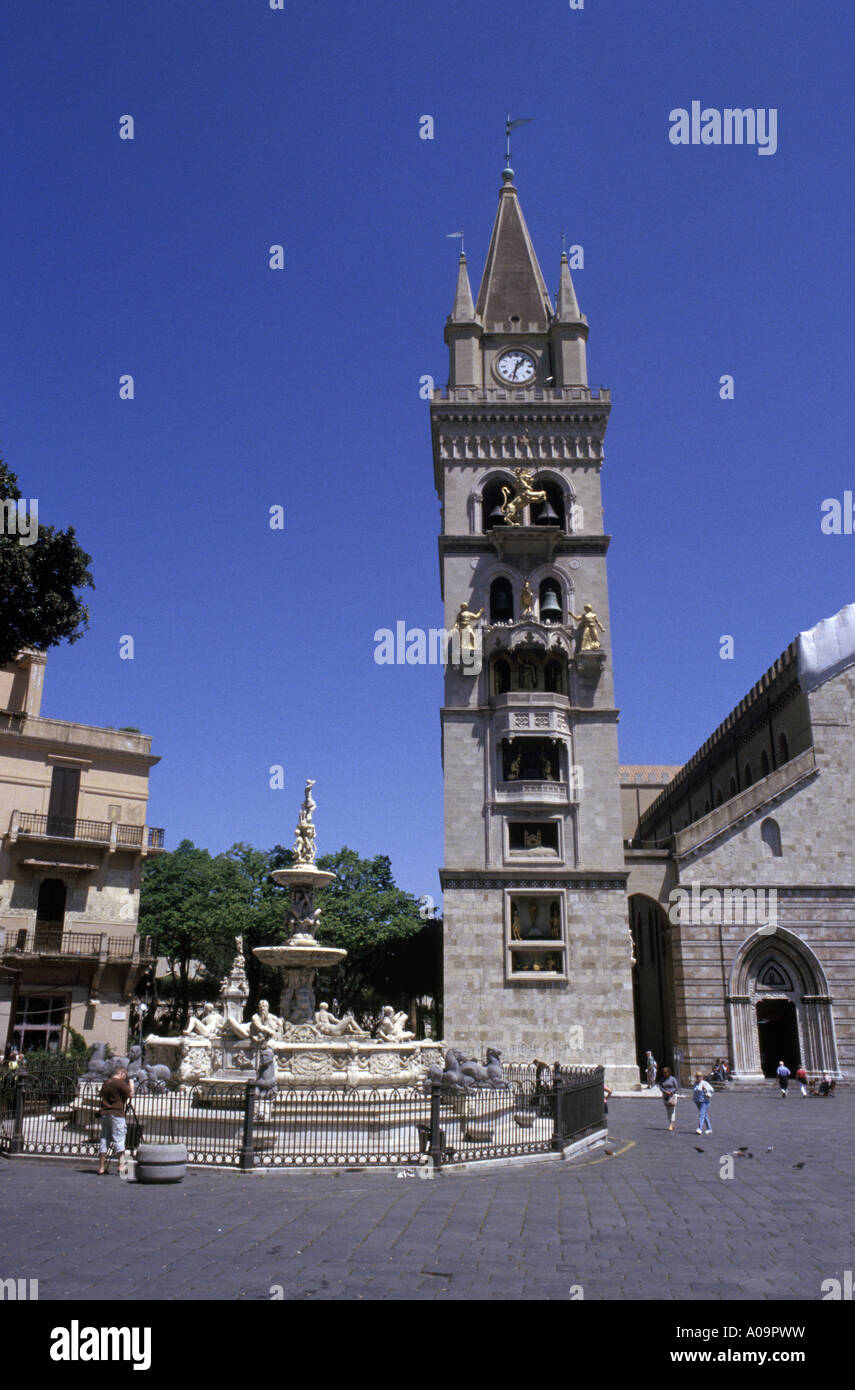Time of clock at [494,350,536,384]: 1:32
